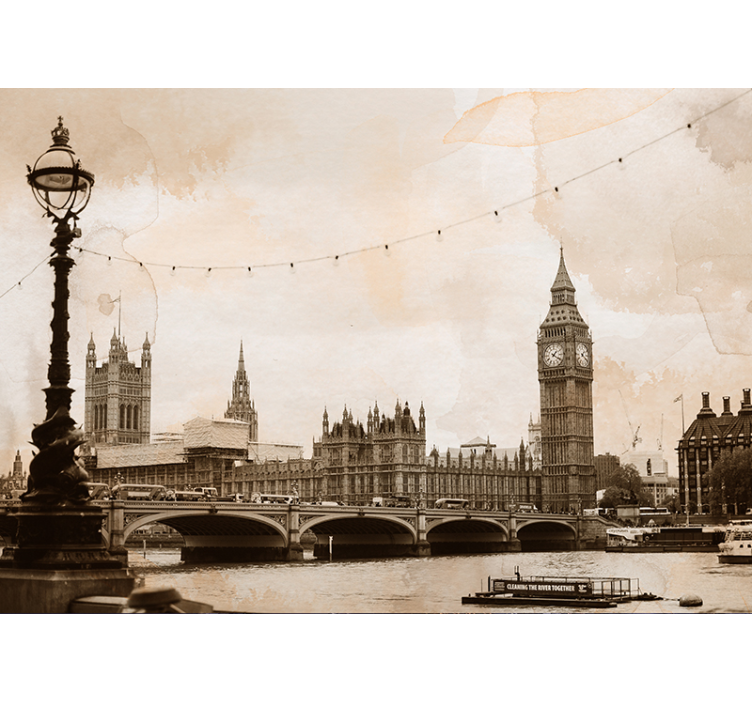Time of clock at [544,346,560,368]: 1:20
